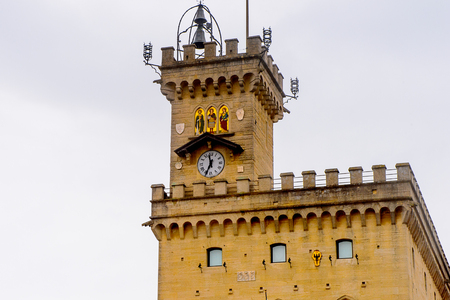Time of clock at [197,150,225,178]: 11:34
